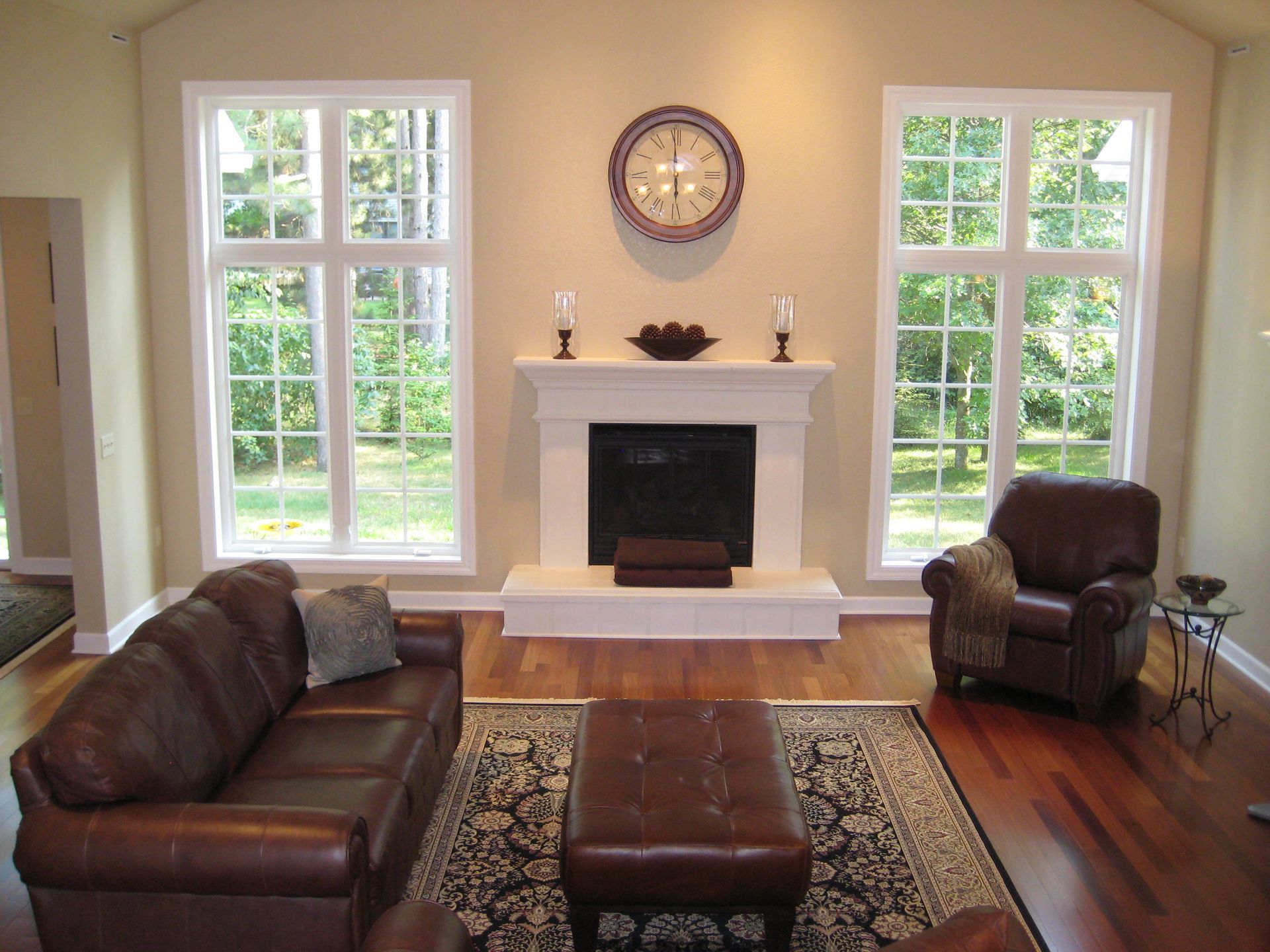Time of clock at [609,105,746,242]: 5:59
